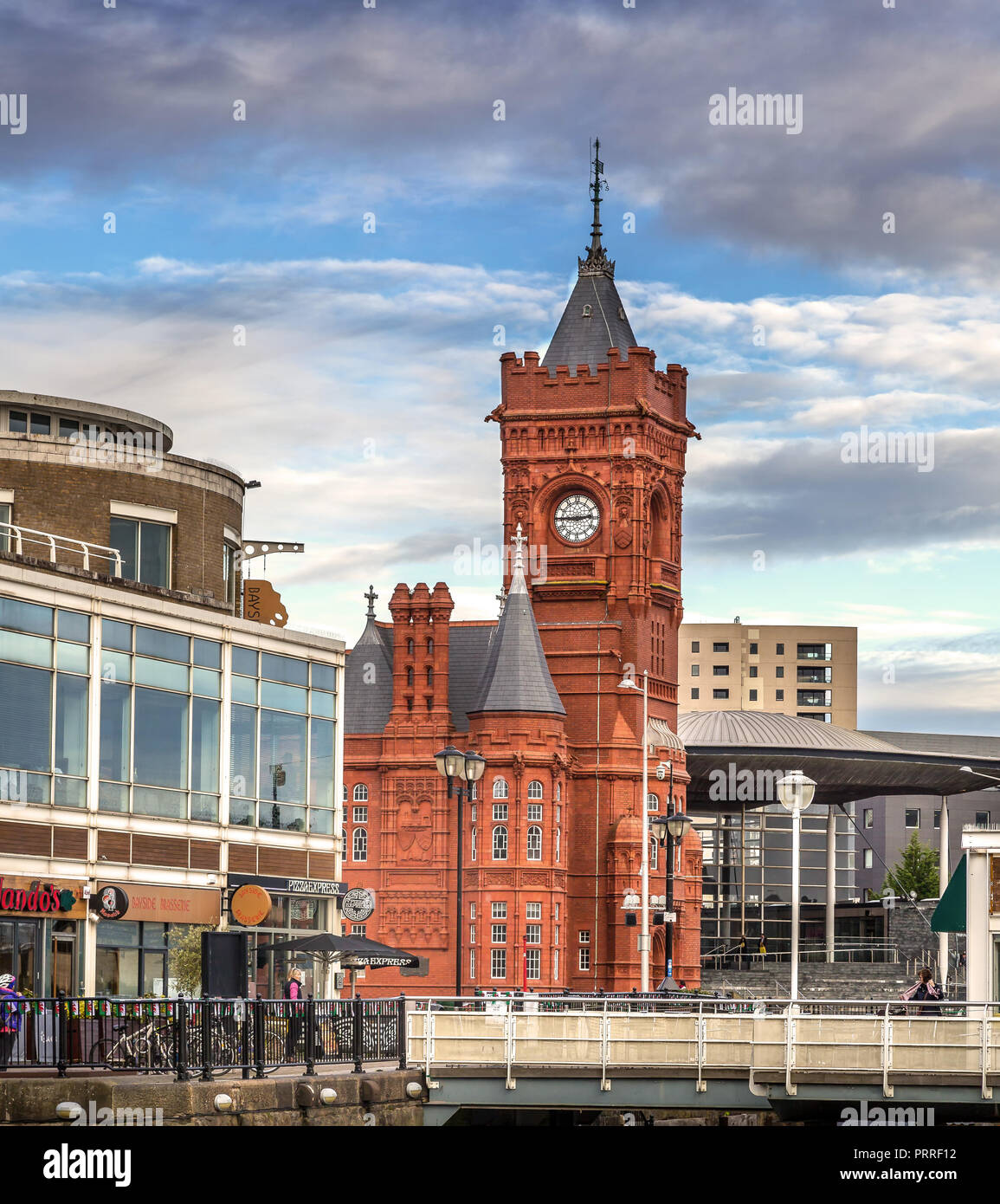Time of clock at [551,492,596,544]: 2:45
